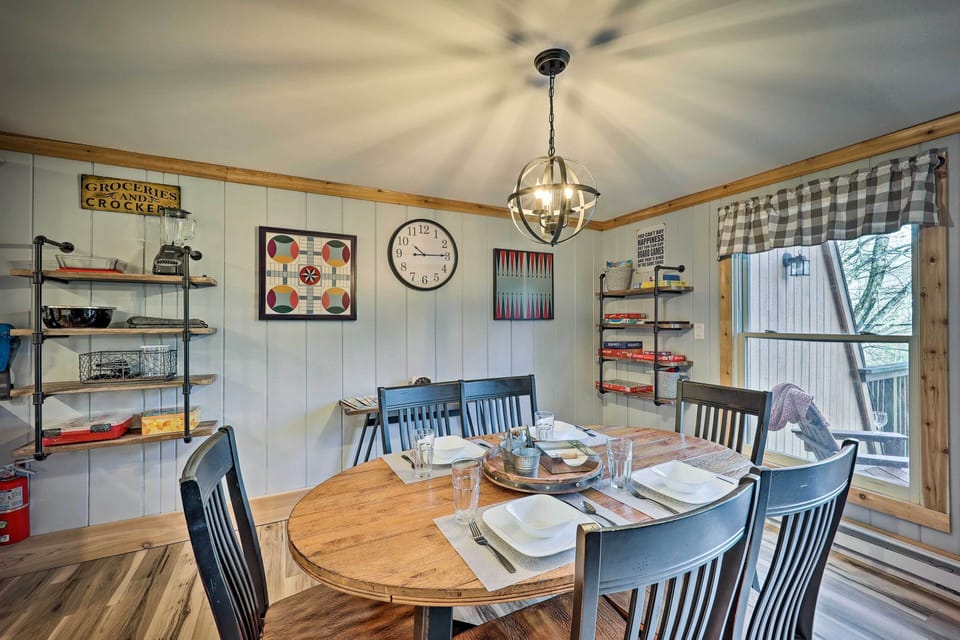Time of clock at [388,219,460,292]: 10:14
